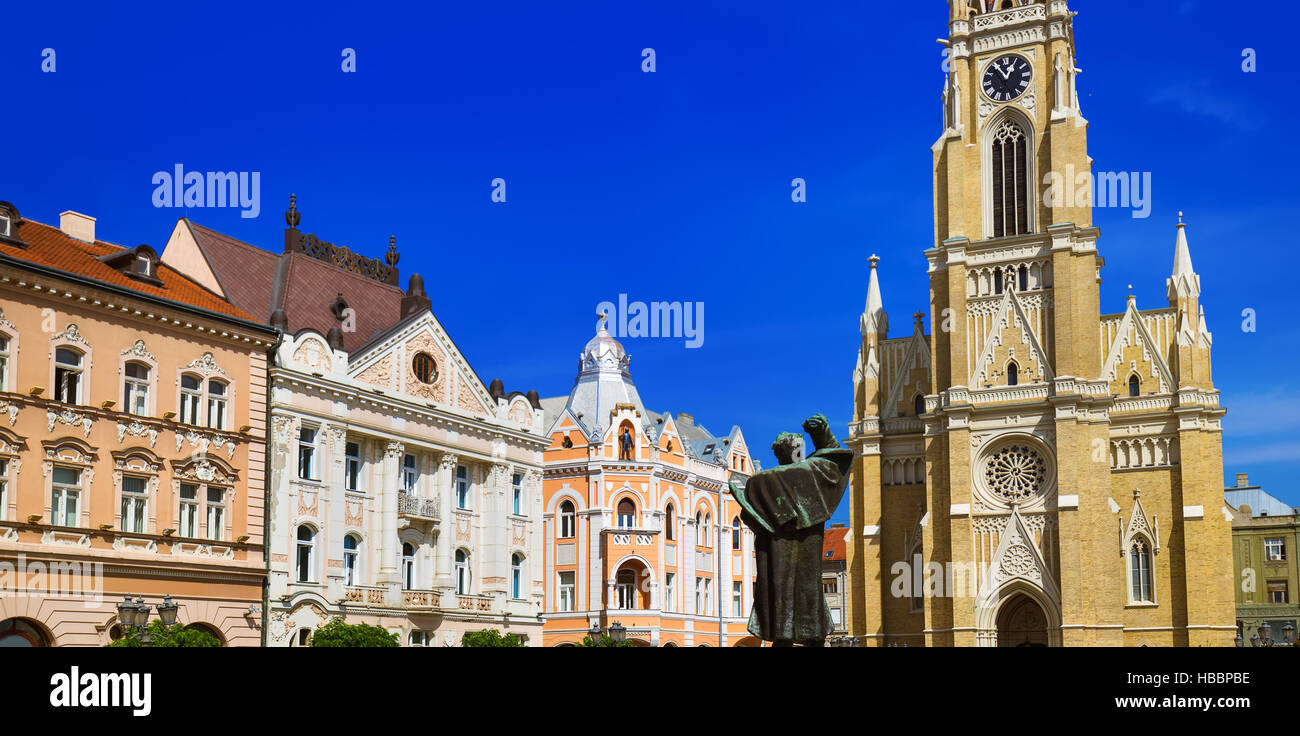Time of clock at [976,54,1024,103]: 12:55
